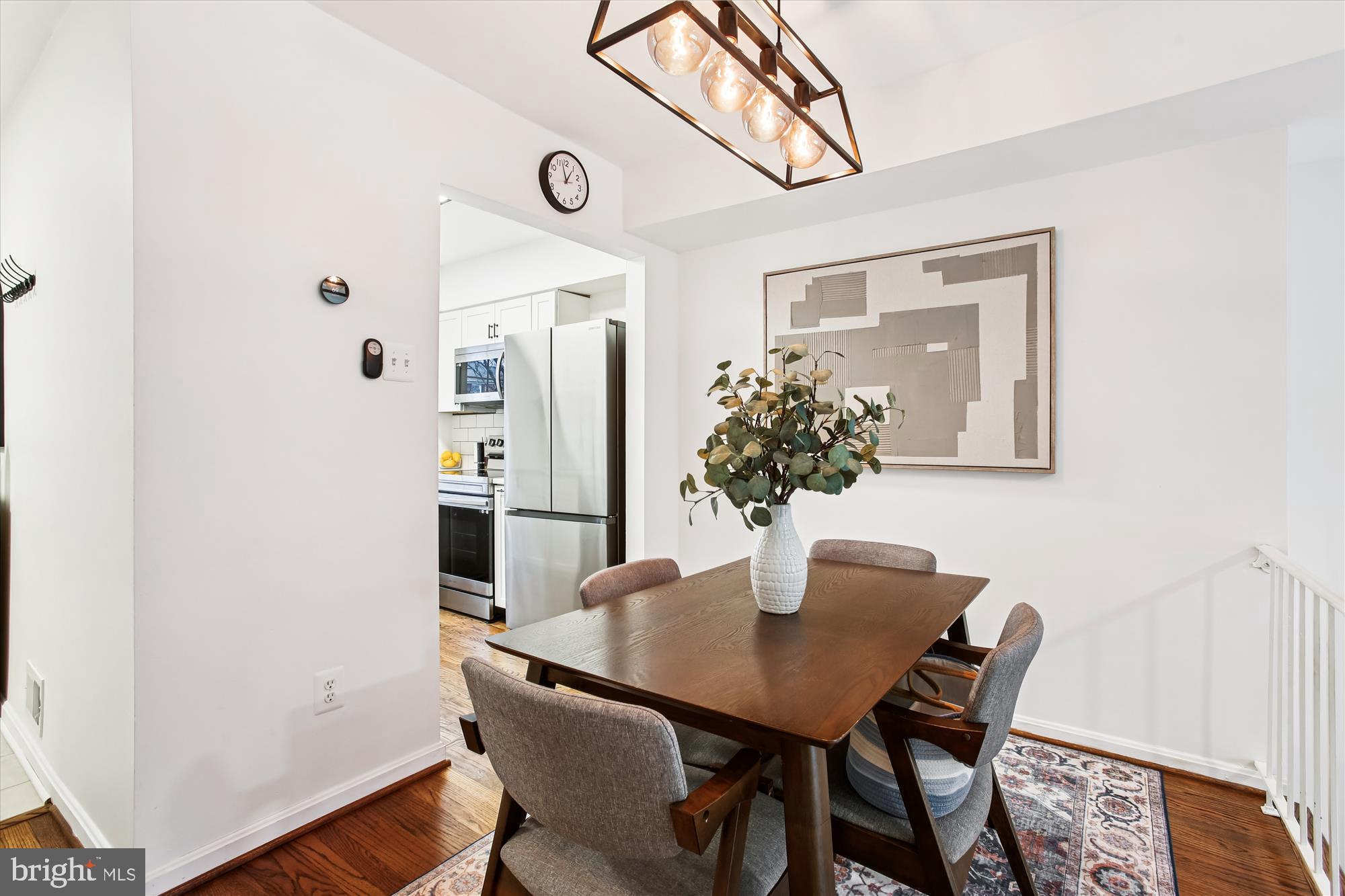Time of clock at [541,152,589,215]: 12:57
